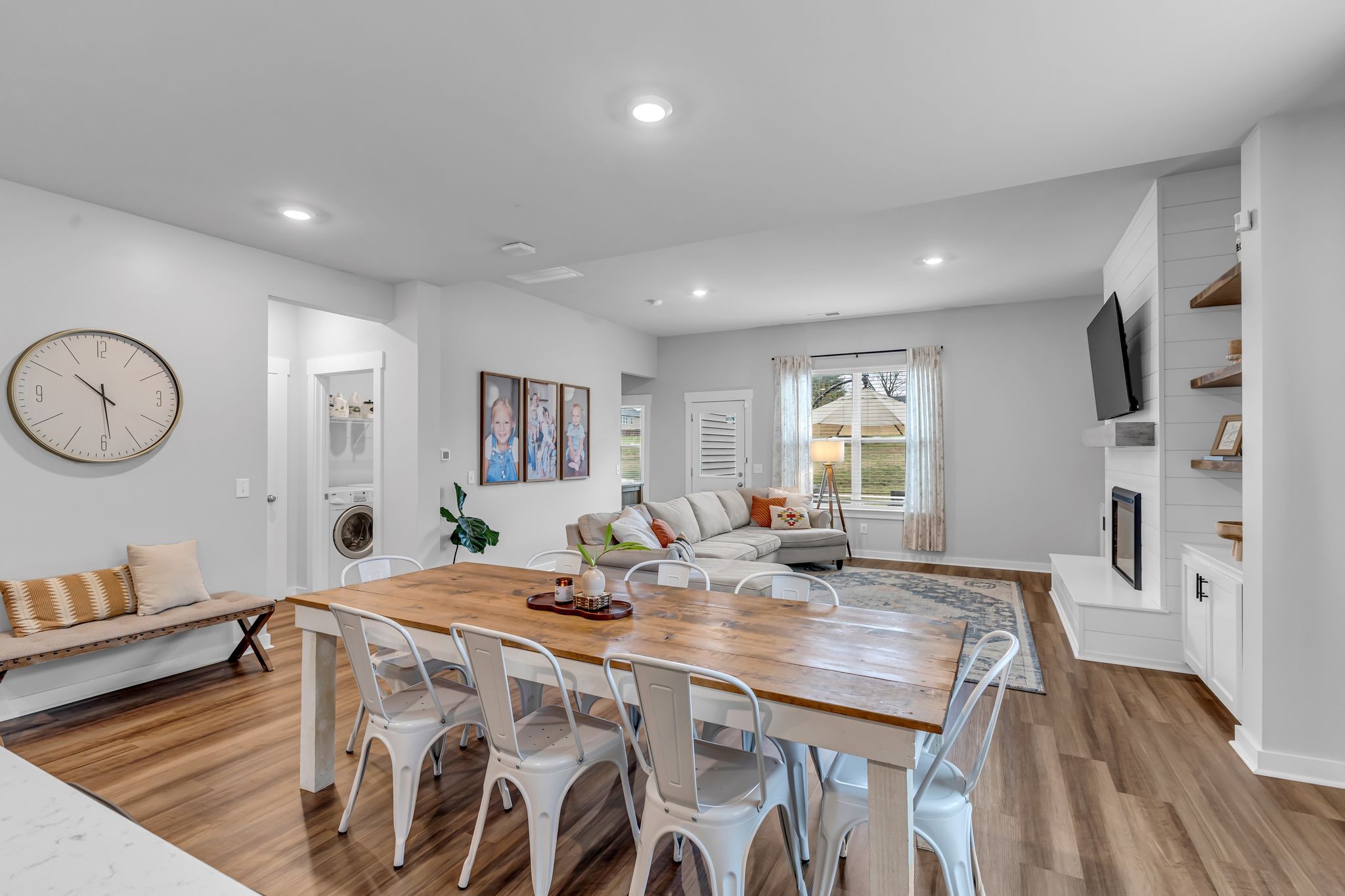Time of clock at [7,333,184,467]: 10:28
